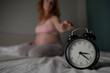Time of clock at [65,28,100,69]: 3:22
